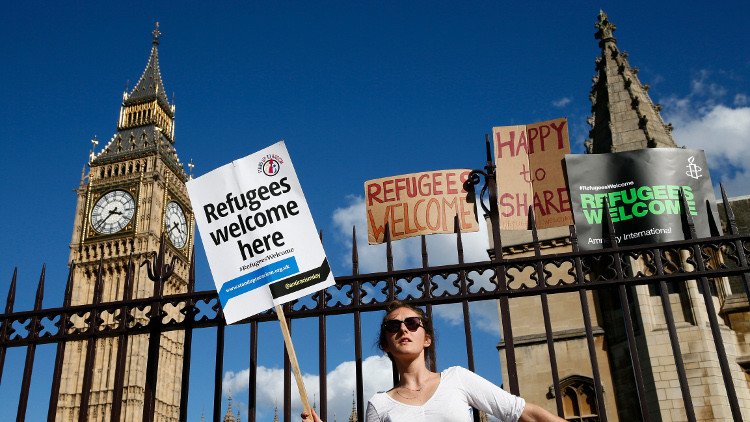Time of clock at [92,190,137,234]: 3:37
